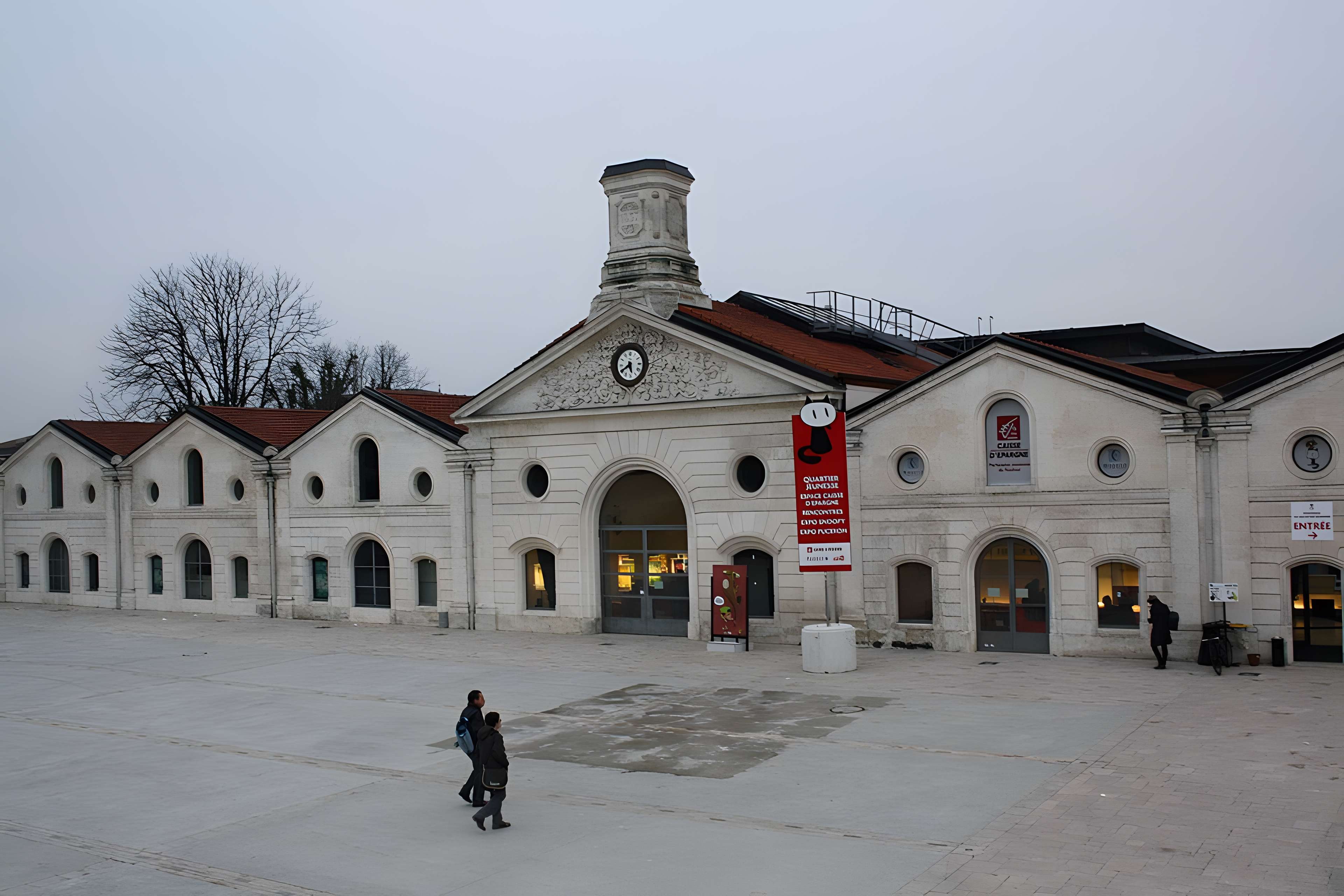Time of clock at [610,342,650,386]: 5:40
